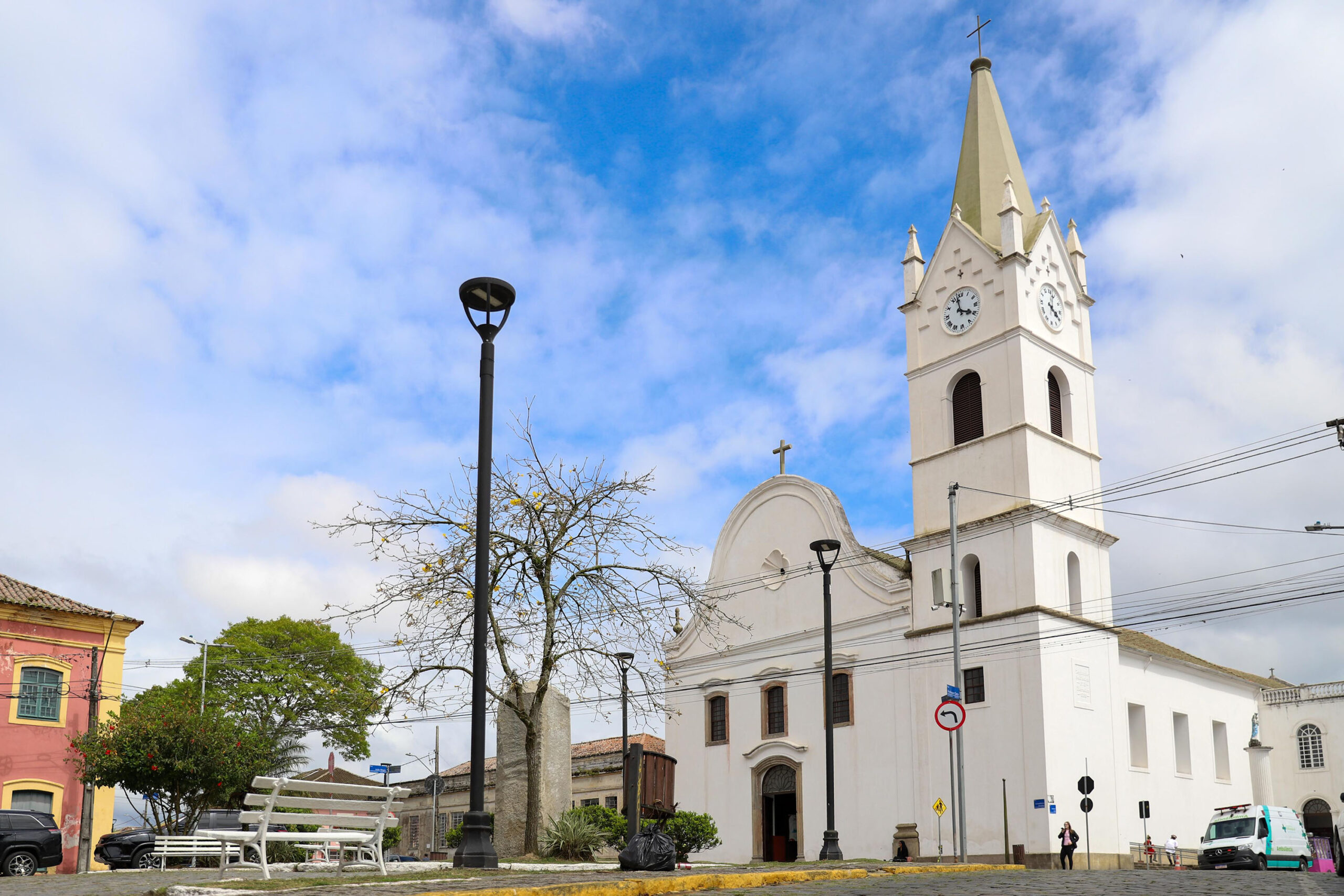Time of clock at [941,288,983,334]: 3:57
